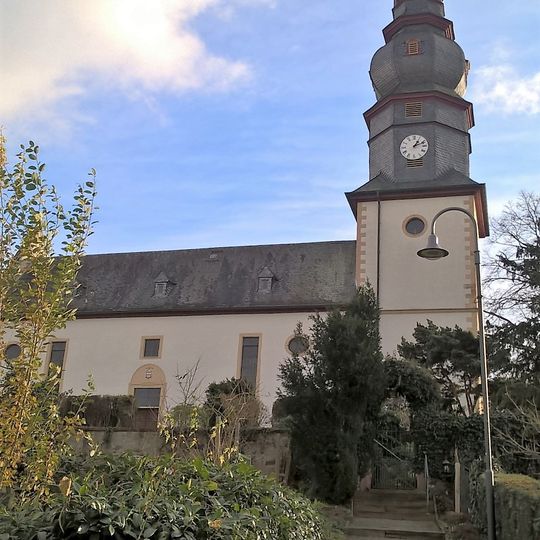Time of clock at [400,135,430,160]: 1:11
